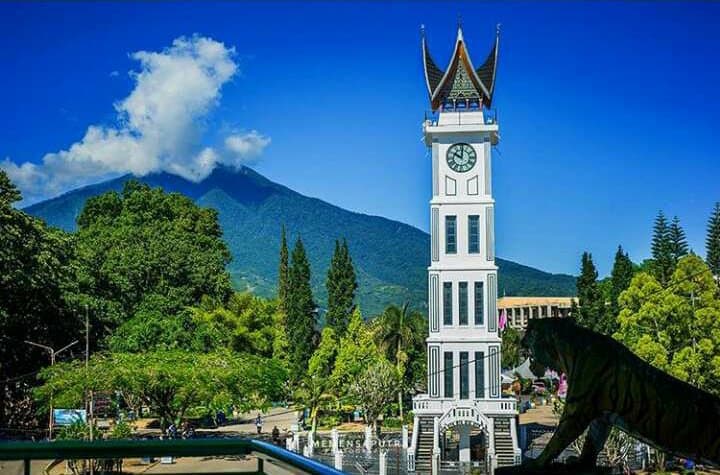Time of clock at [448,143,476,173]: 10:00
